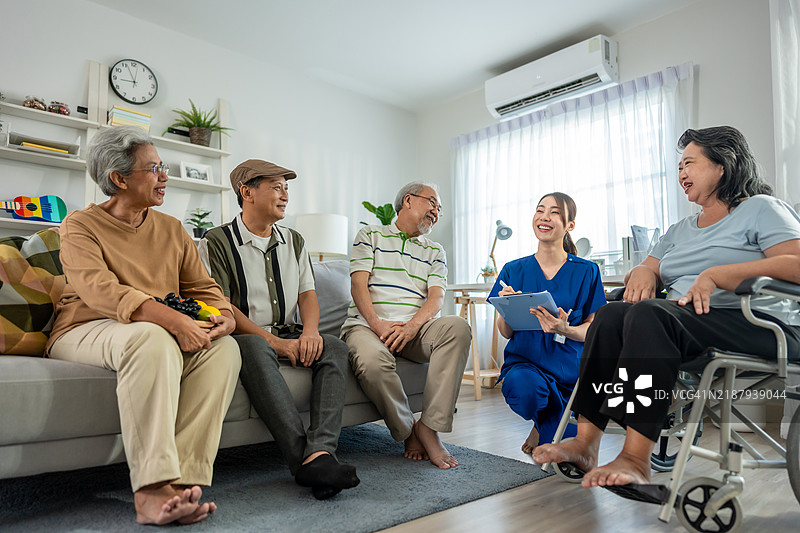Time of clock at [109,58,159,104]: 8:56
